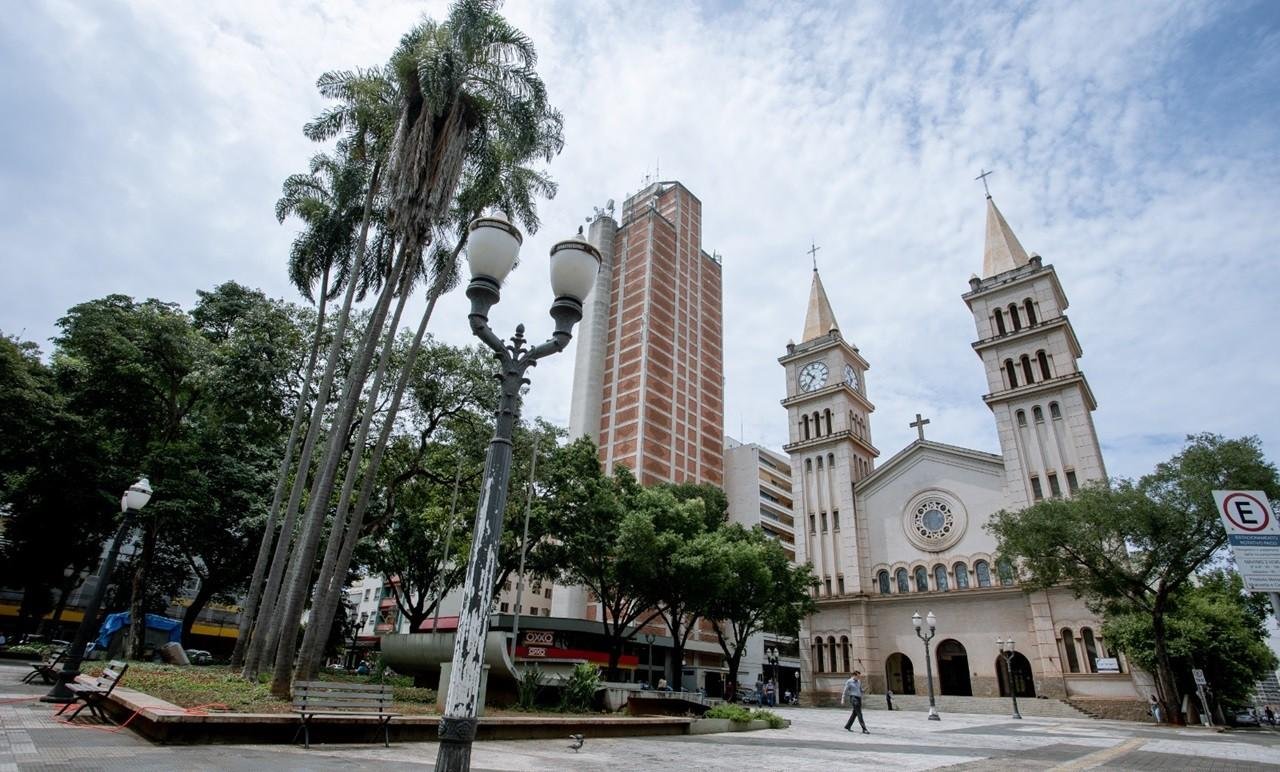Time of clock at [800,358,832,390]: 10:36
